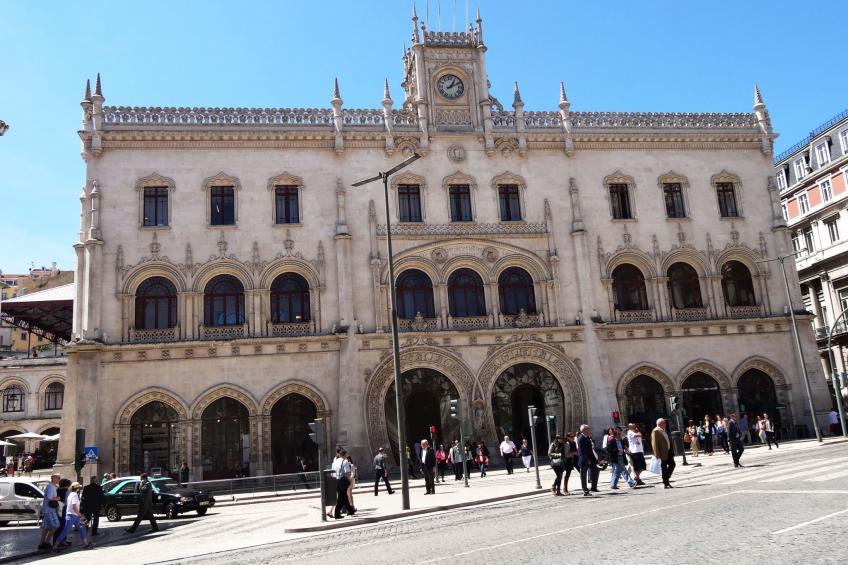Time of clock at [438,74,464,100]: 1:10
